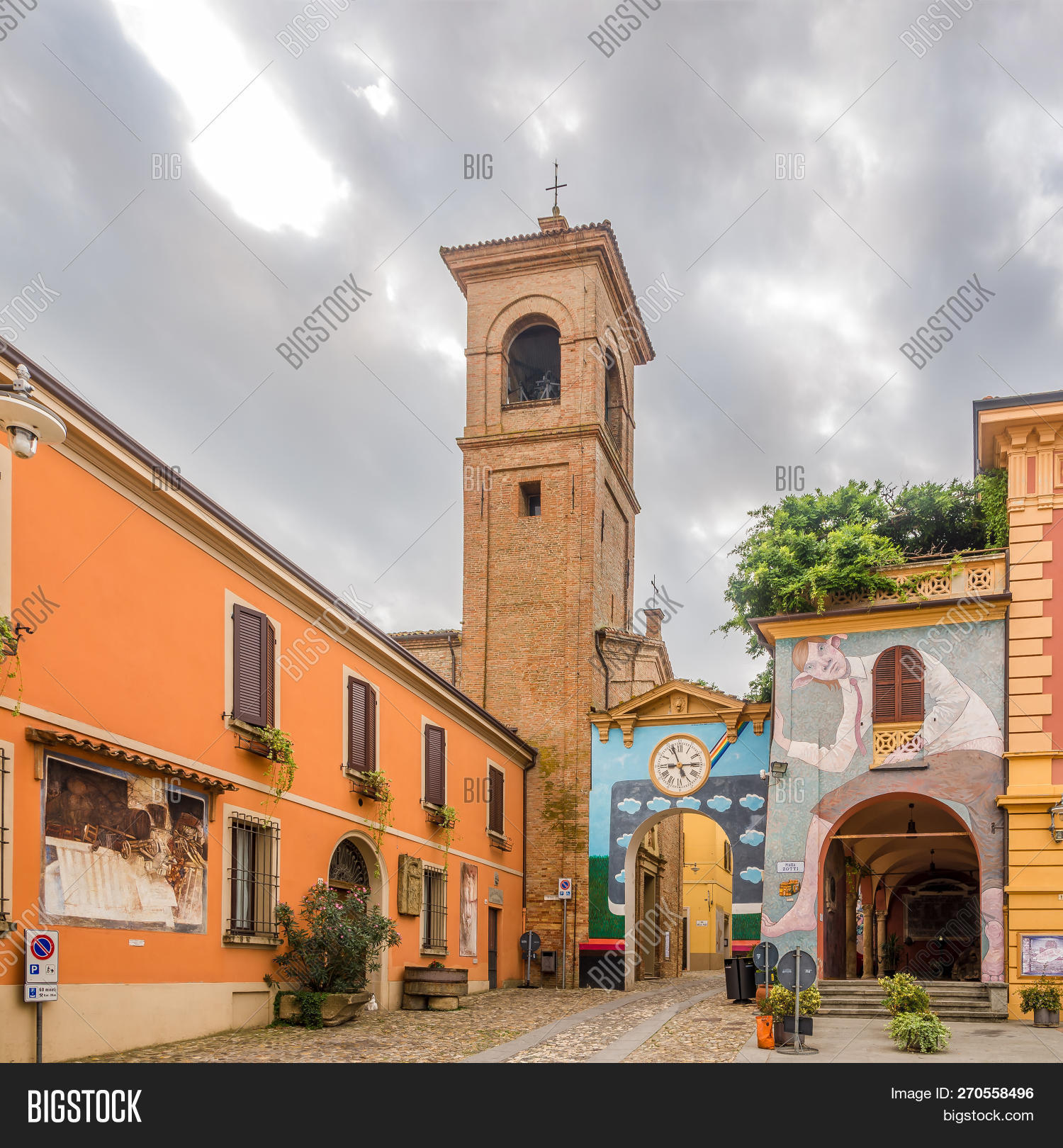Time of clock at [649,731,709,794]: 2:56
